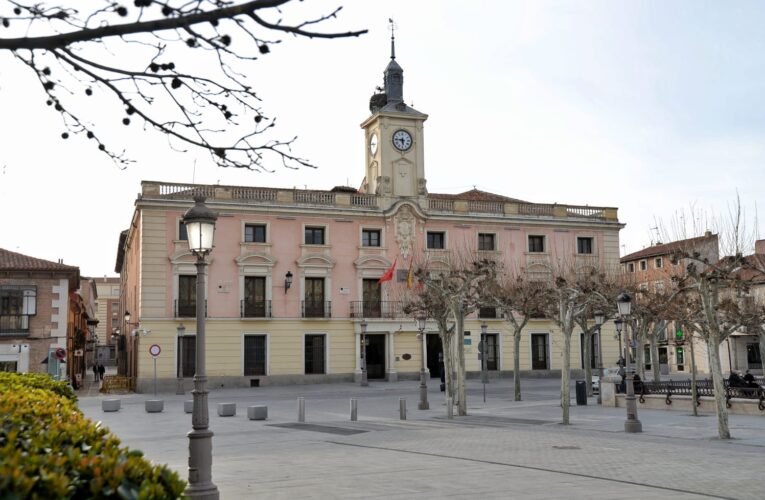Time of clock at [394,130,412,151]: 5:45
